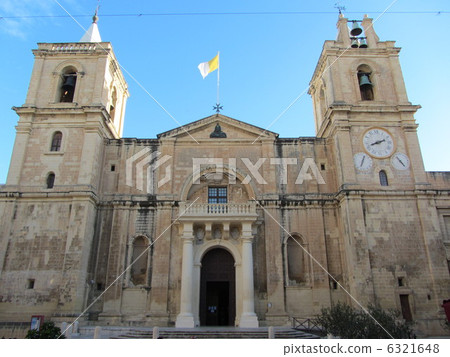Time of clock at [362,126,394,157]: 8:11
